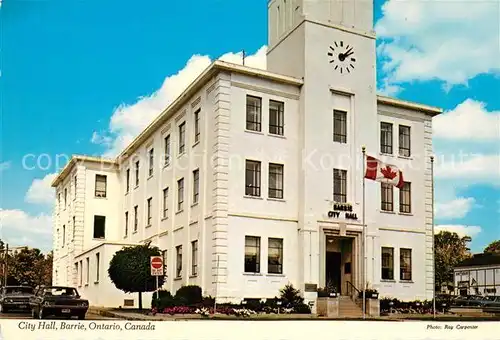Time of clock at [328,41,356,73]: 2:07
